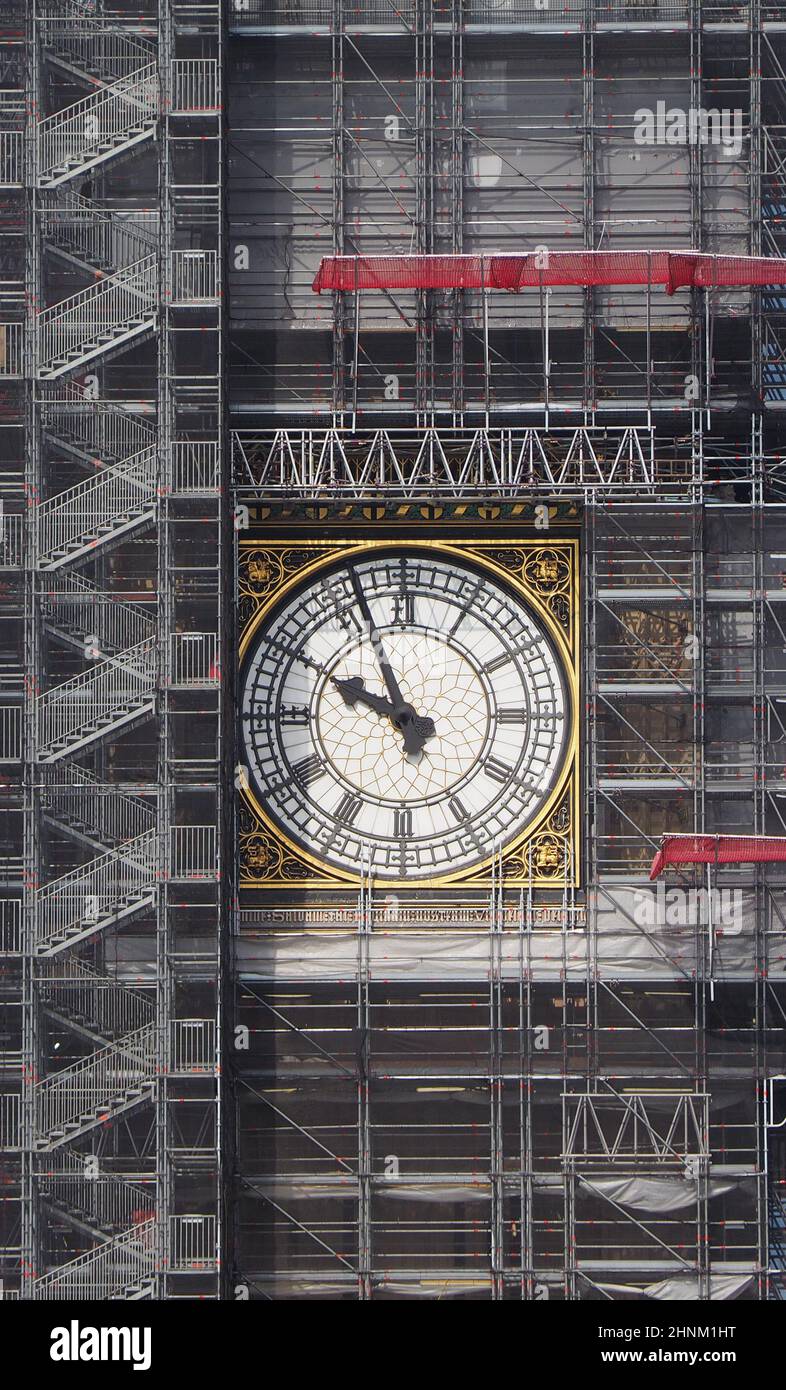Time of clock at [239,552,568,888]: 9:56
